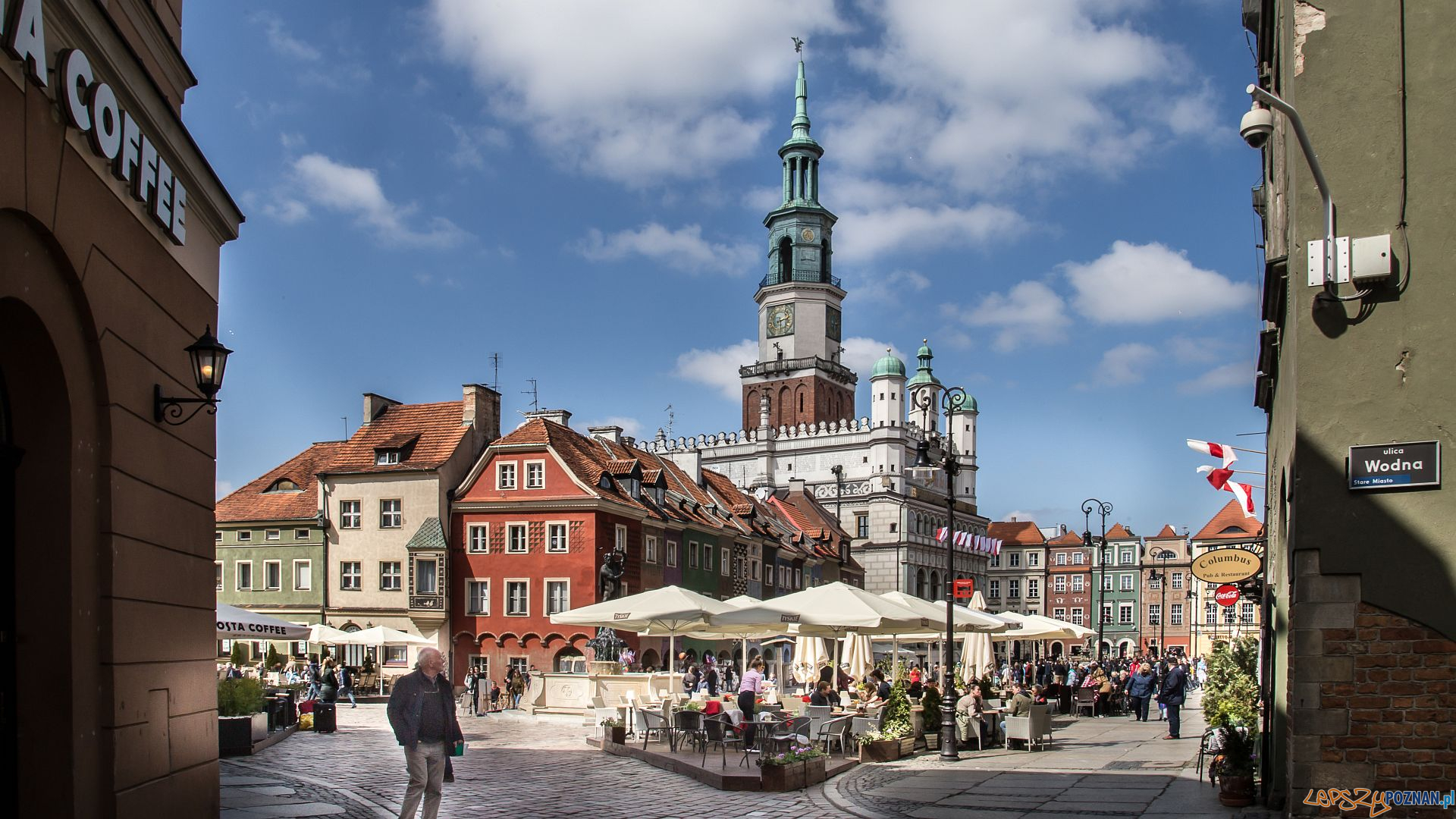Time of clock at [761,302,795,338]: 2:29
